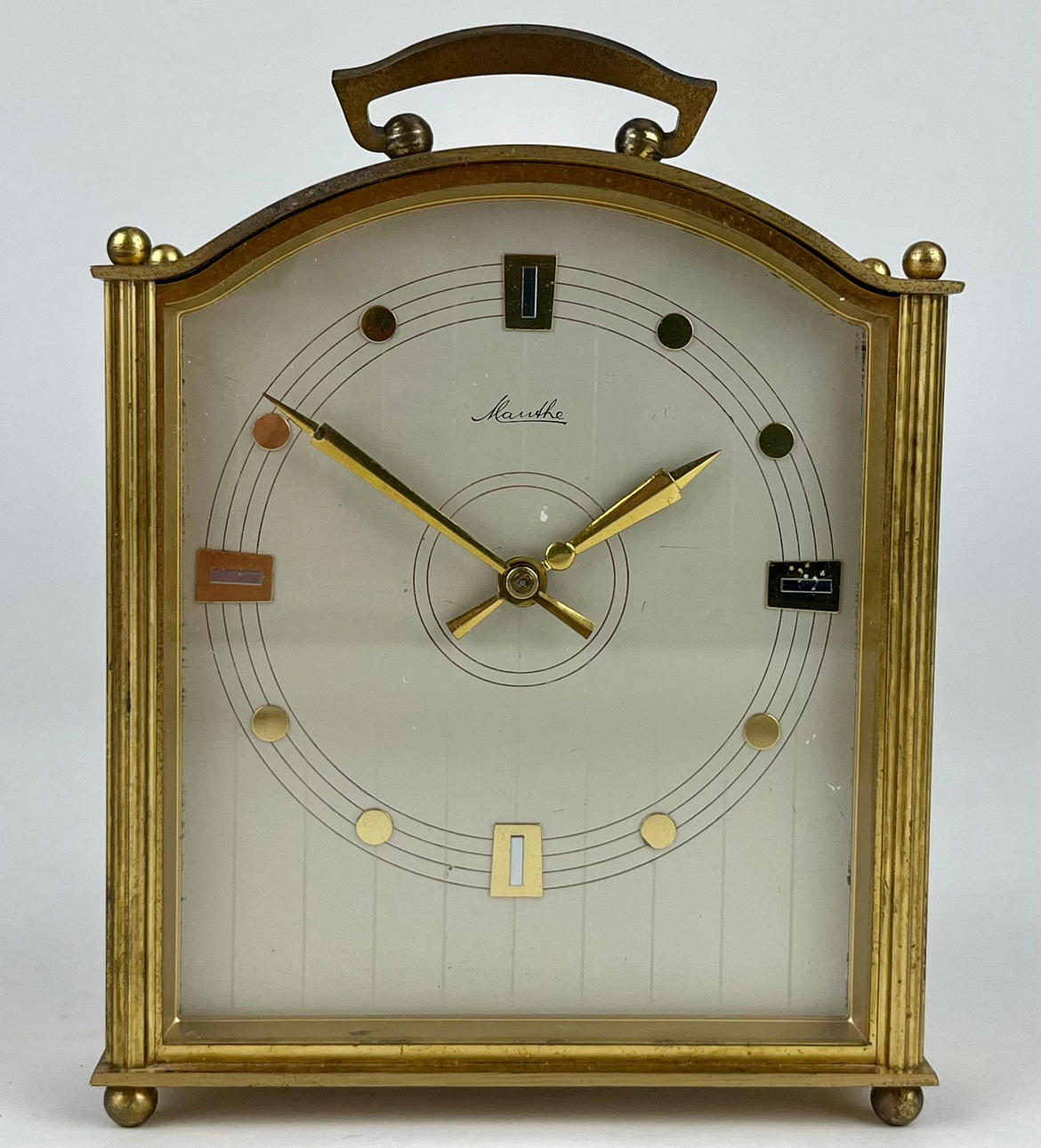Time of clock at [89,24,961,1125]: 1:50
